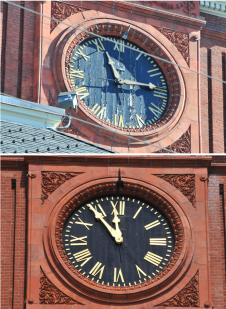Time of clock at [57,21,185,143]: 11:14
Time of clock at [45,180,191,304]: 11:53
